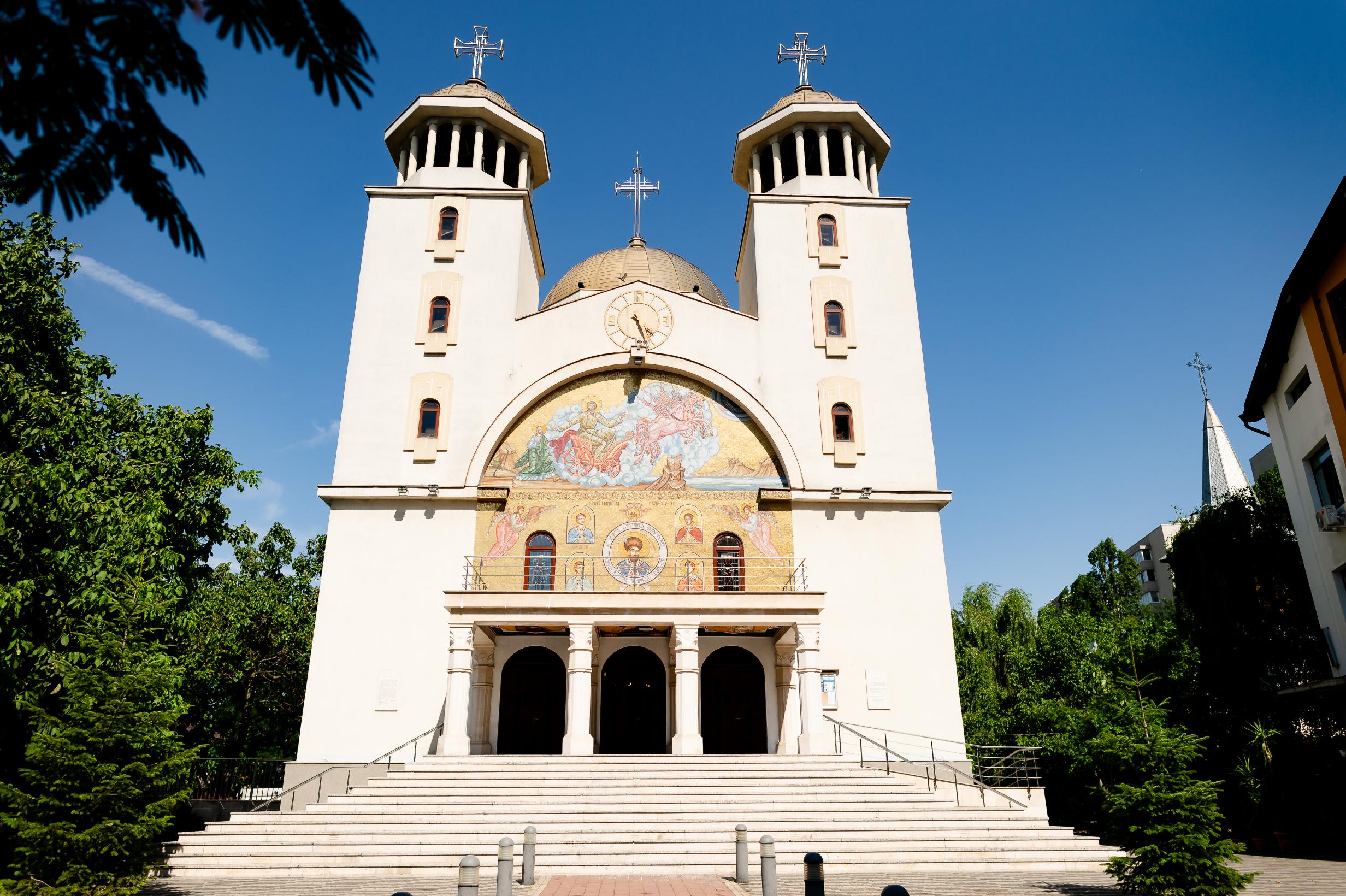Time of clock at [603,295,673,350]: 4:26
